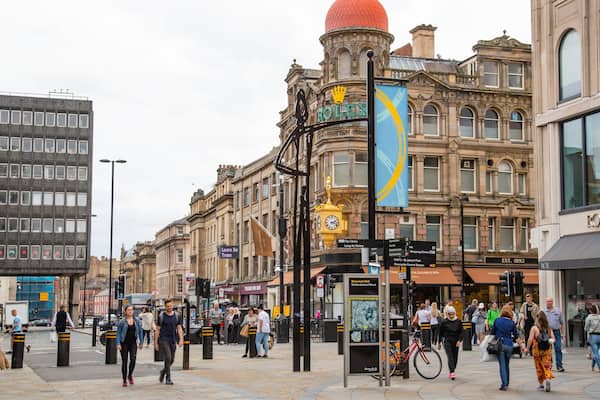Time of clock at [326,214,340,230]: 2:18
